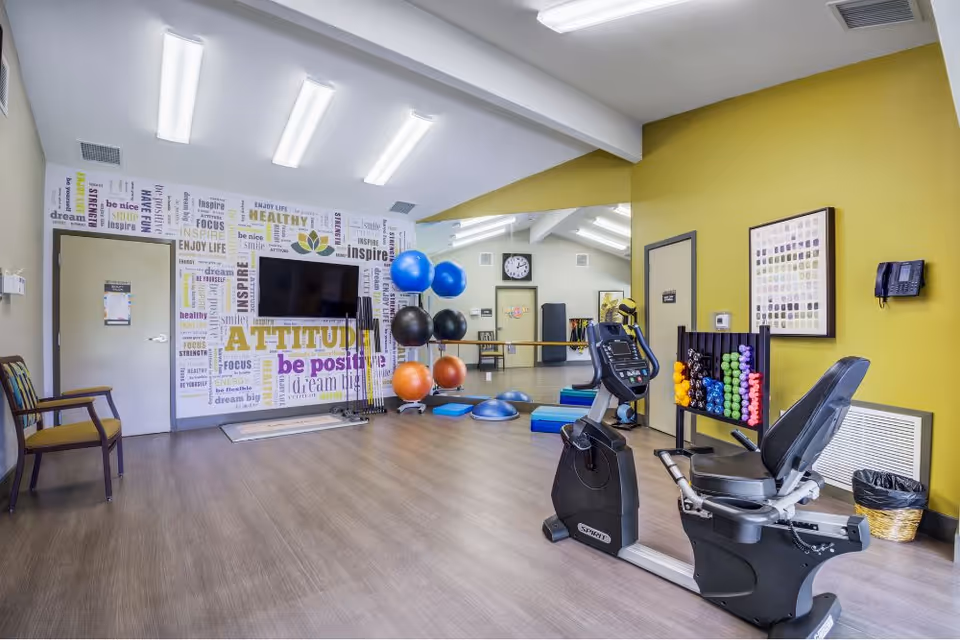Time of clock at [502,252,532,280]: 12:11
